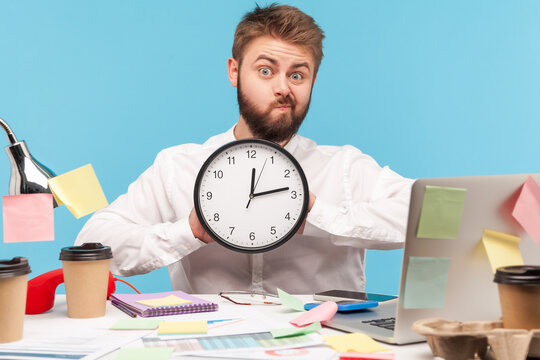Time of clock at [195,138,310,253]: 12:13
